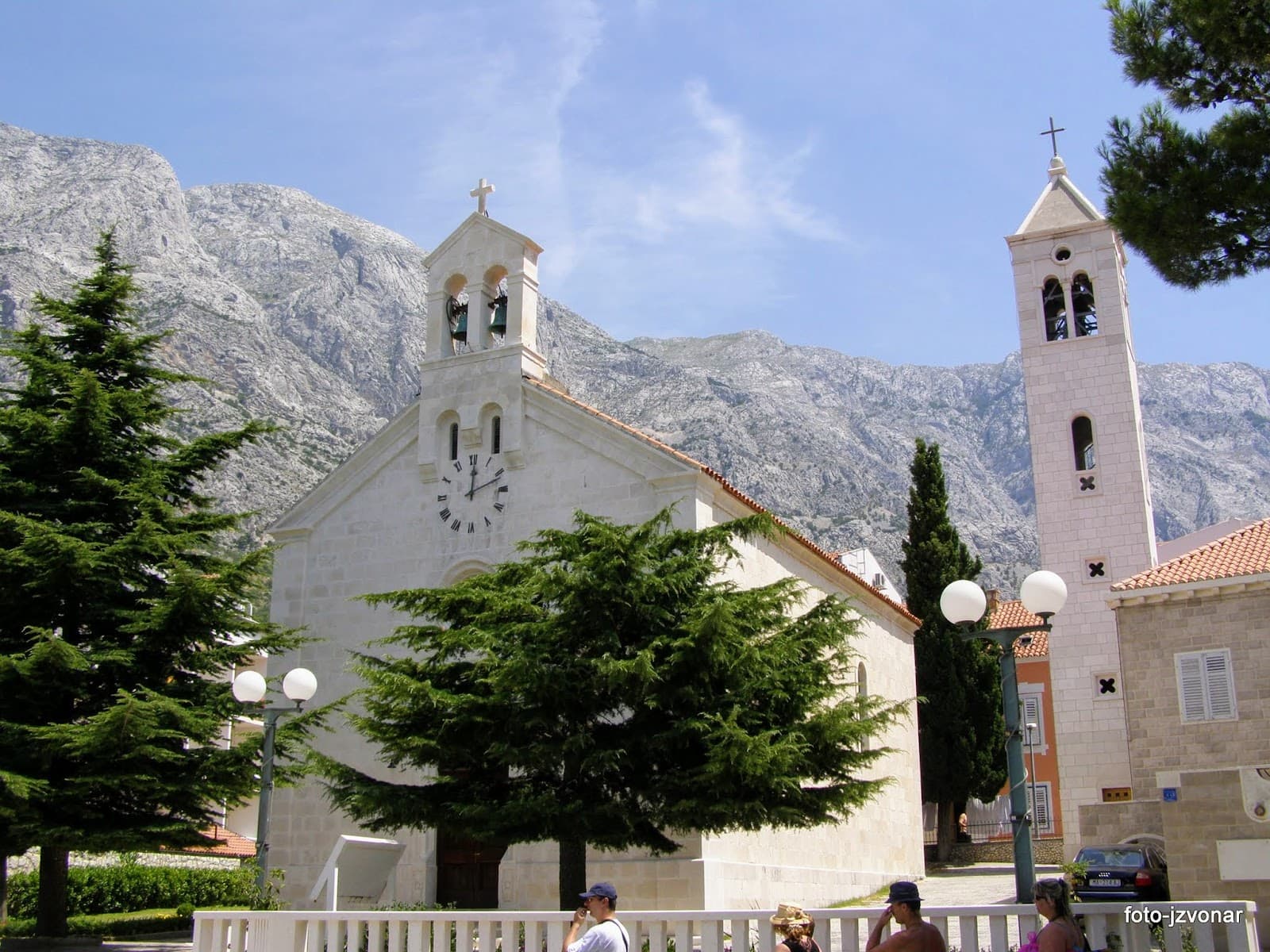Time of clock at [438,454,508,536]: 12:11
